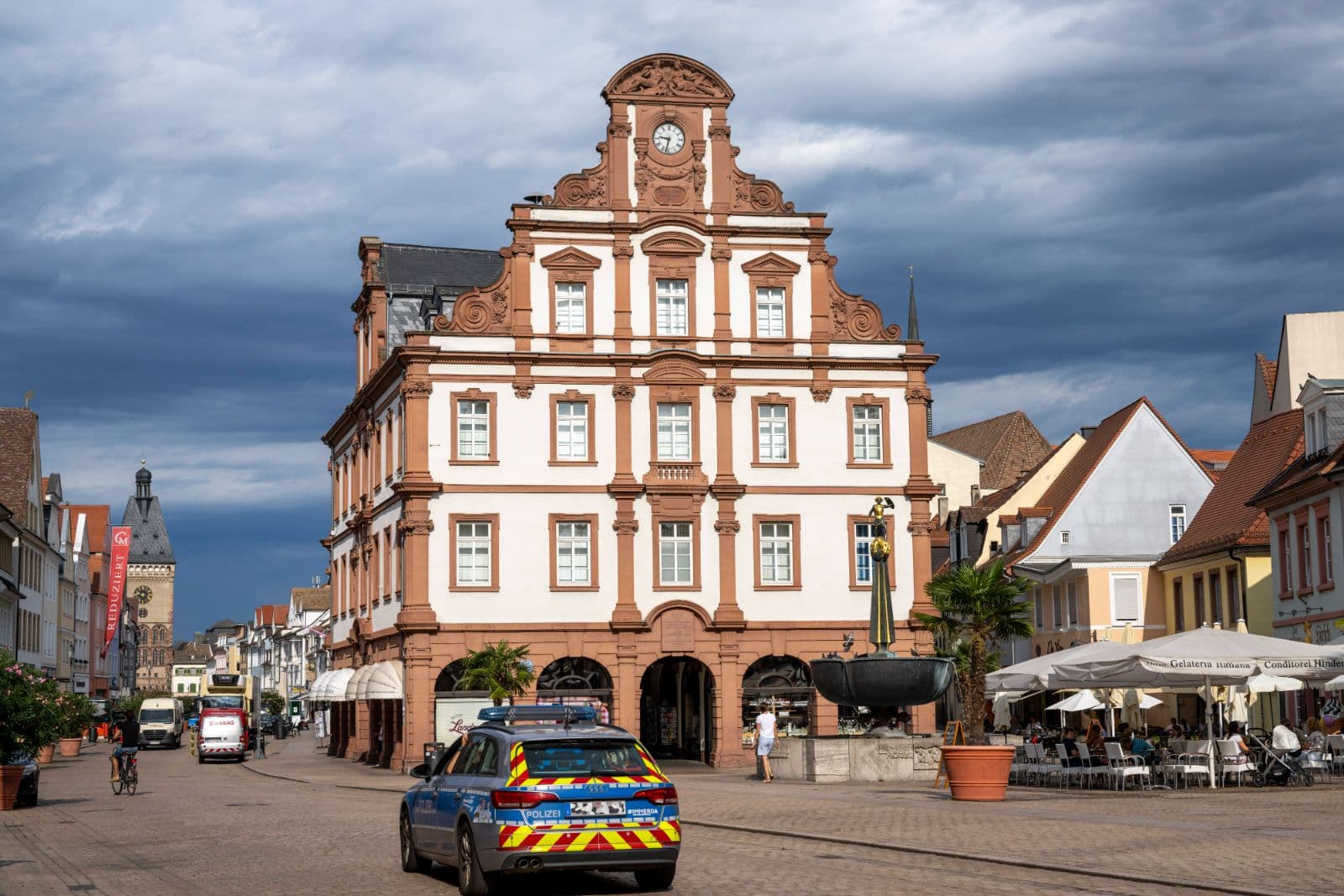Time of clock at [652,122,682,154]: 9:32
